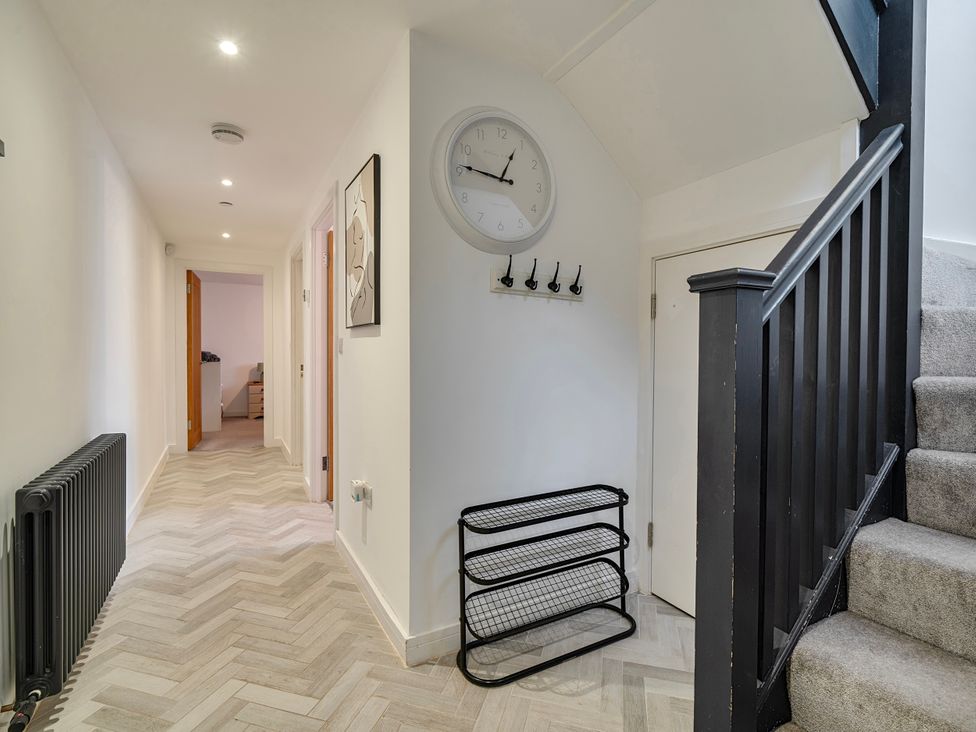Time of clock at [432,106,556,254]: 12:46
